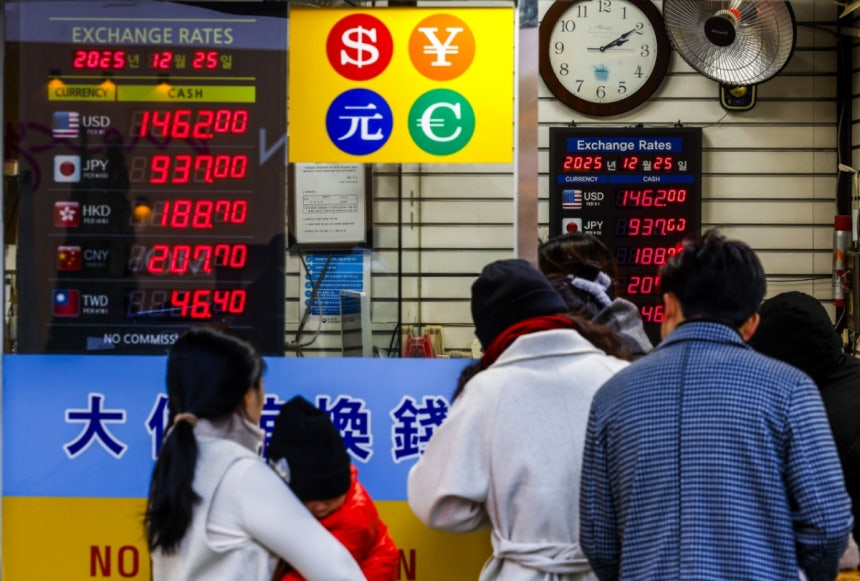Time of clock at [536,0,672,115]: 2:09
